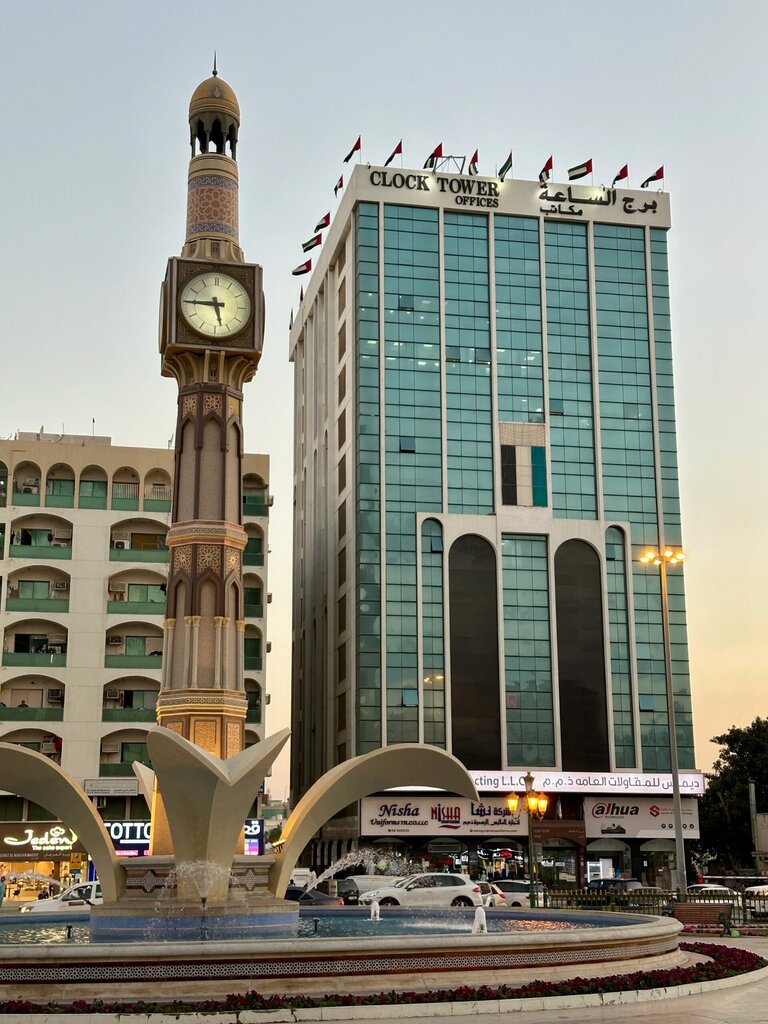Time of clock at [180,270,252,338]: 5:45
